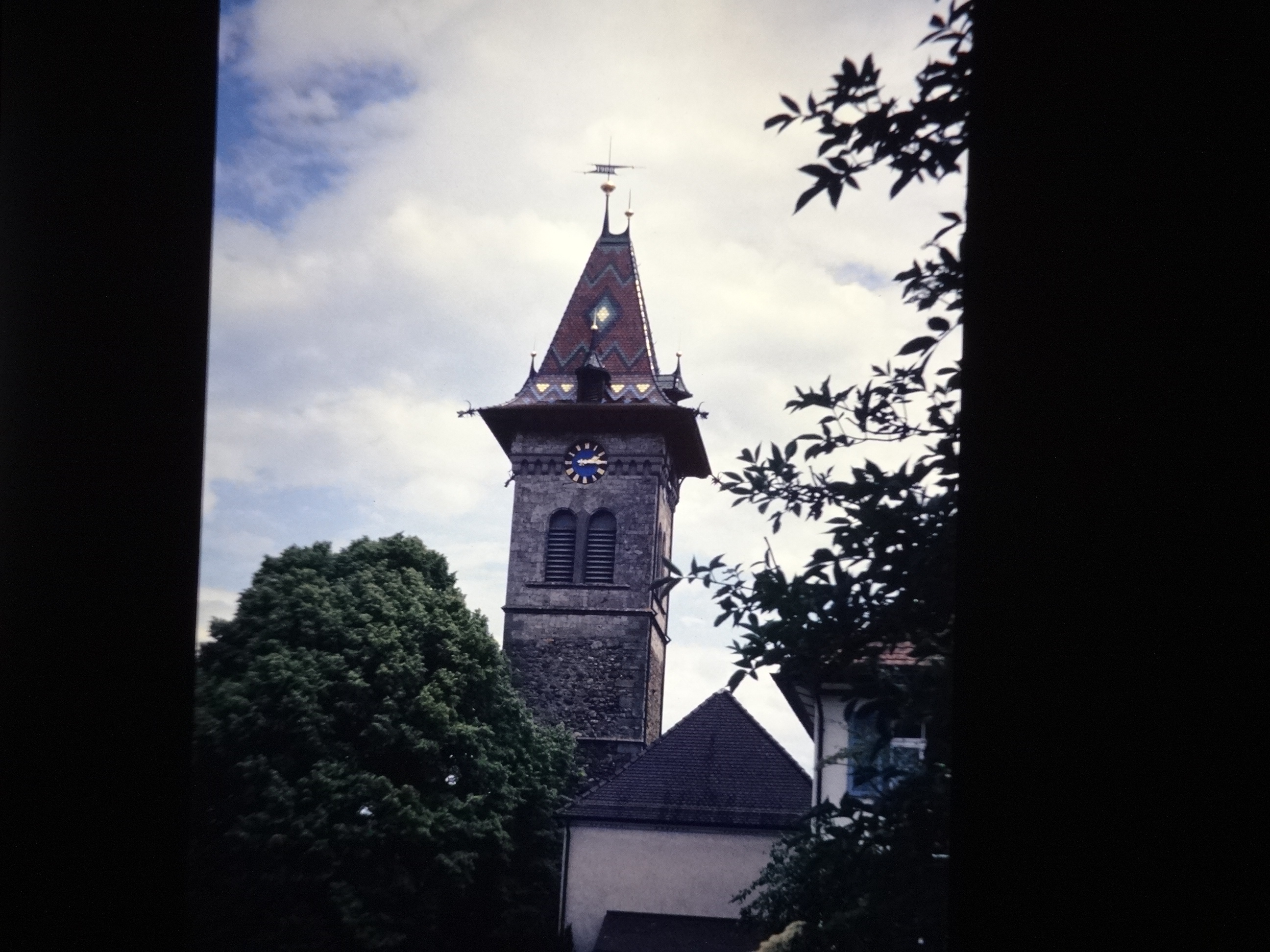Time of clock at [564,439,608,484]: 2:15
